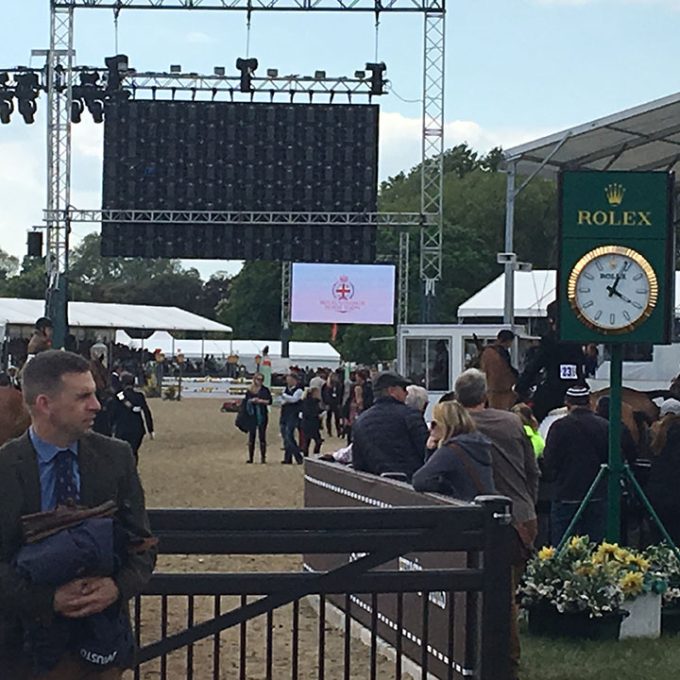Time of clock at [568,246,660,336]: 4:04
